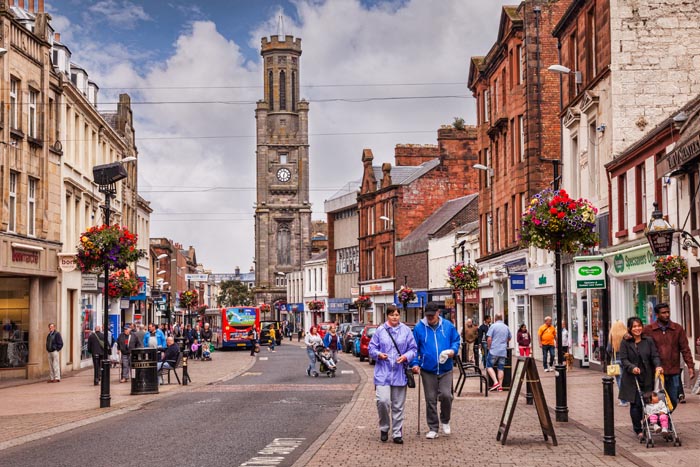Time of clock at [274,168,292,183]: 6:03
